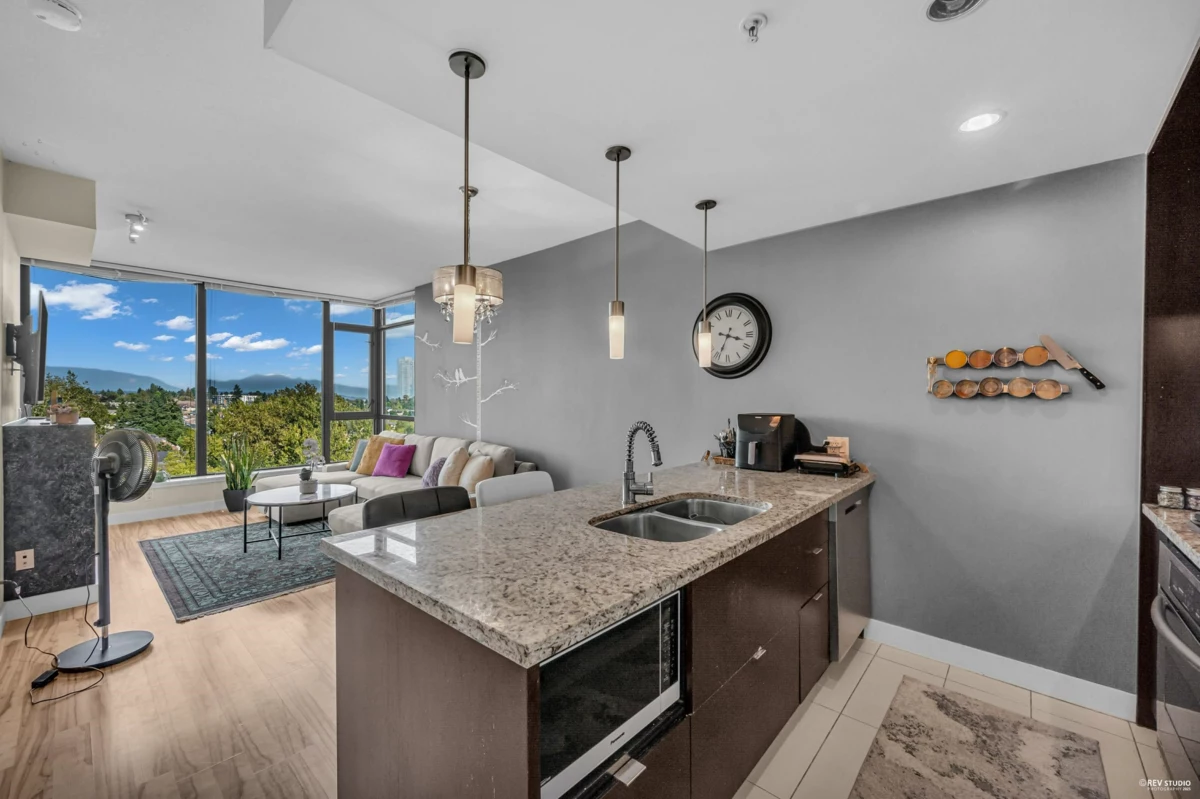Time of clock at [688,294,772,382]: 3:34
